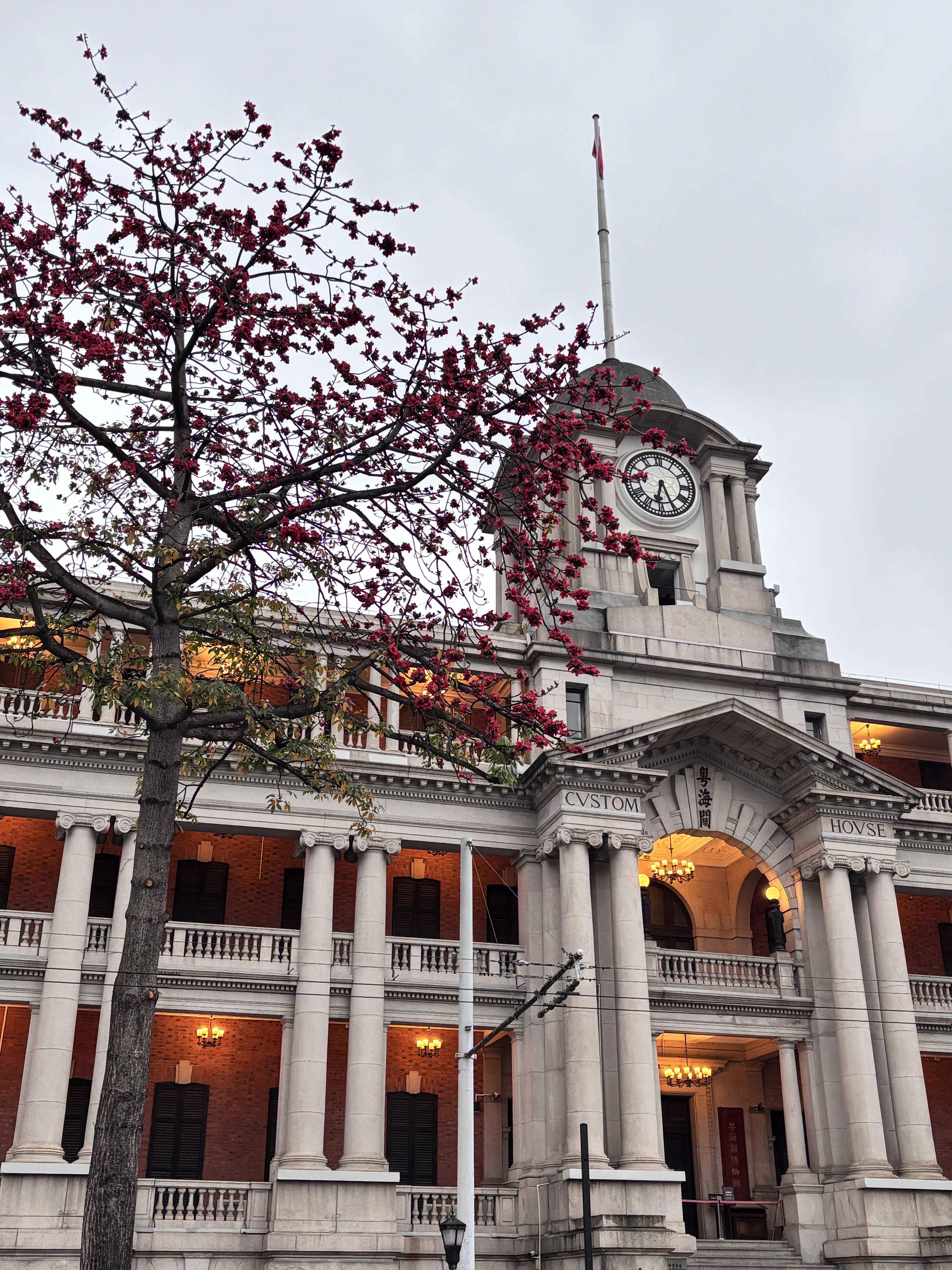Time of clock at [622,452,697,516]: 6:25
